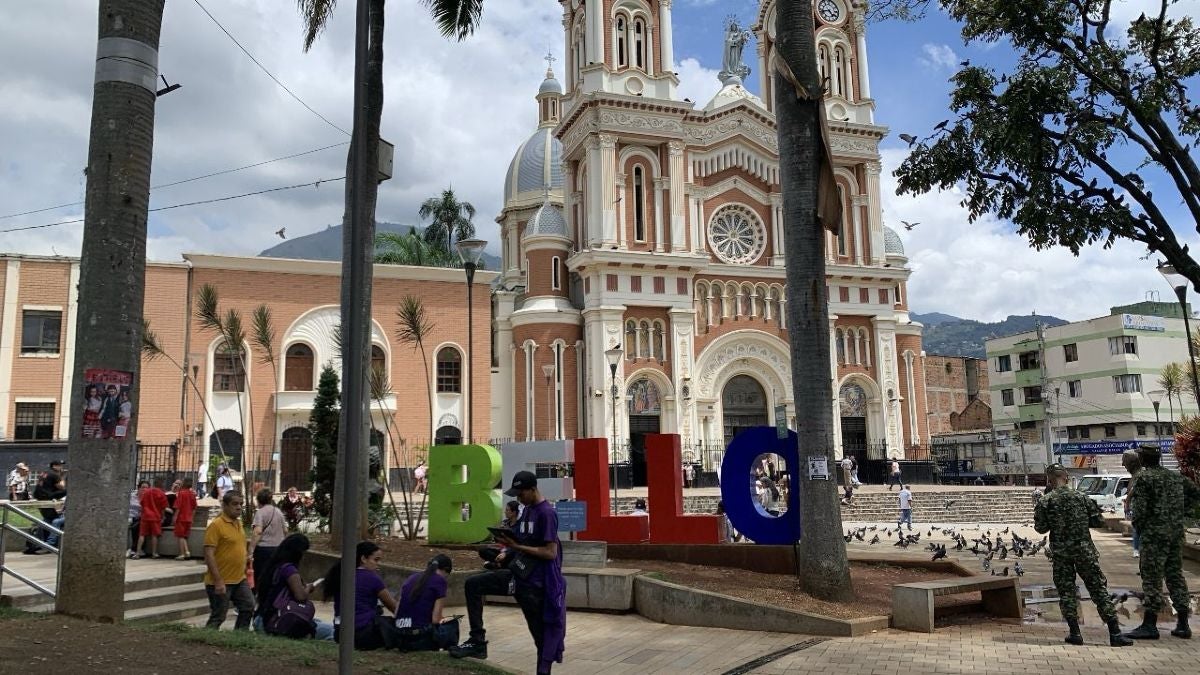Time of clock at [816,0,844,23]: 4:42
